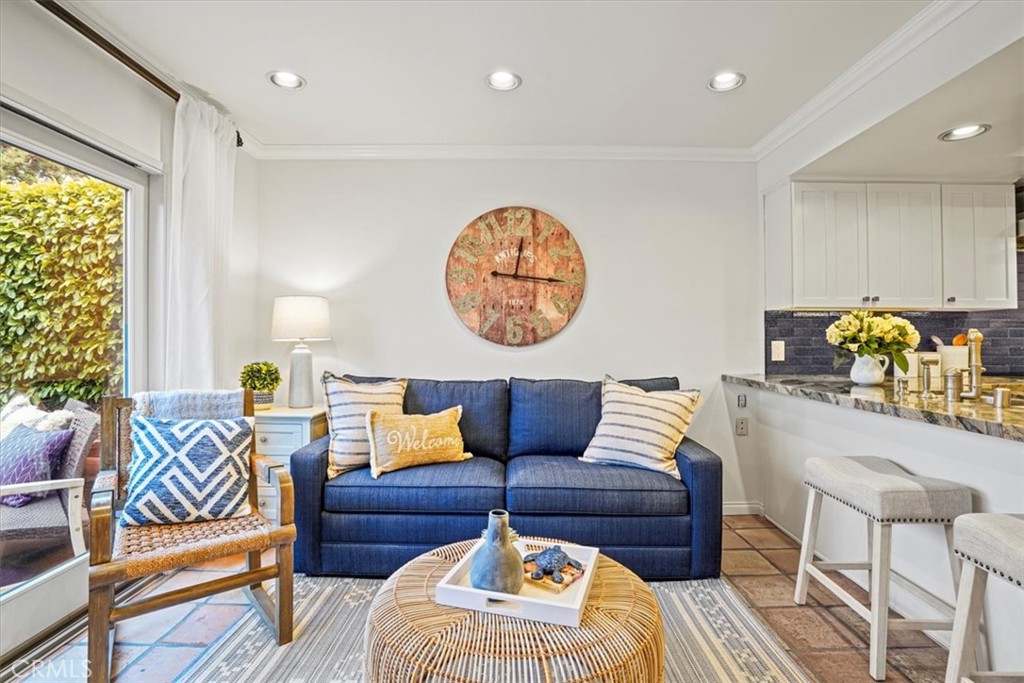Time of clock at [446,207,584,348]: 12:16
